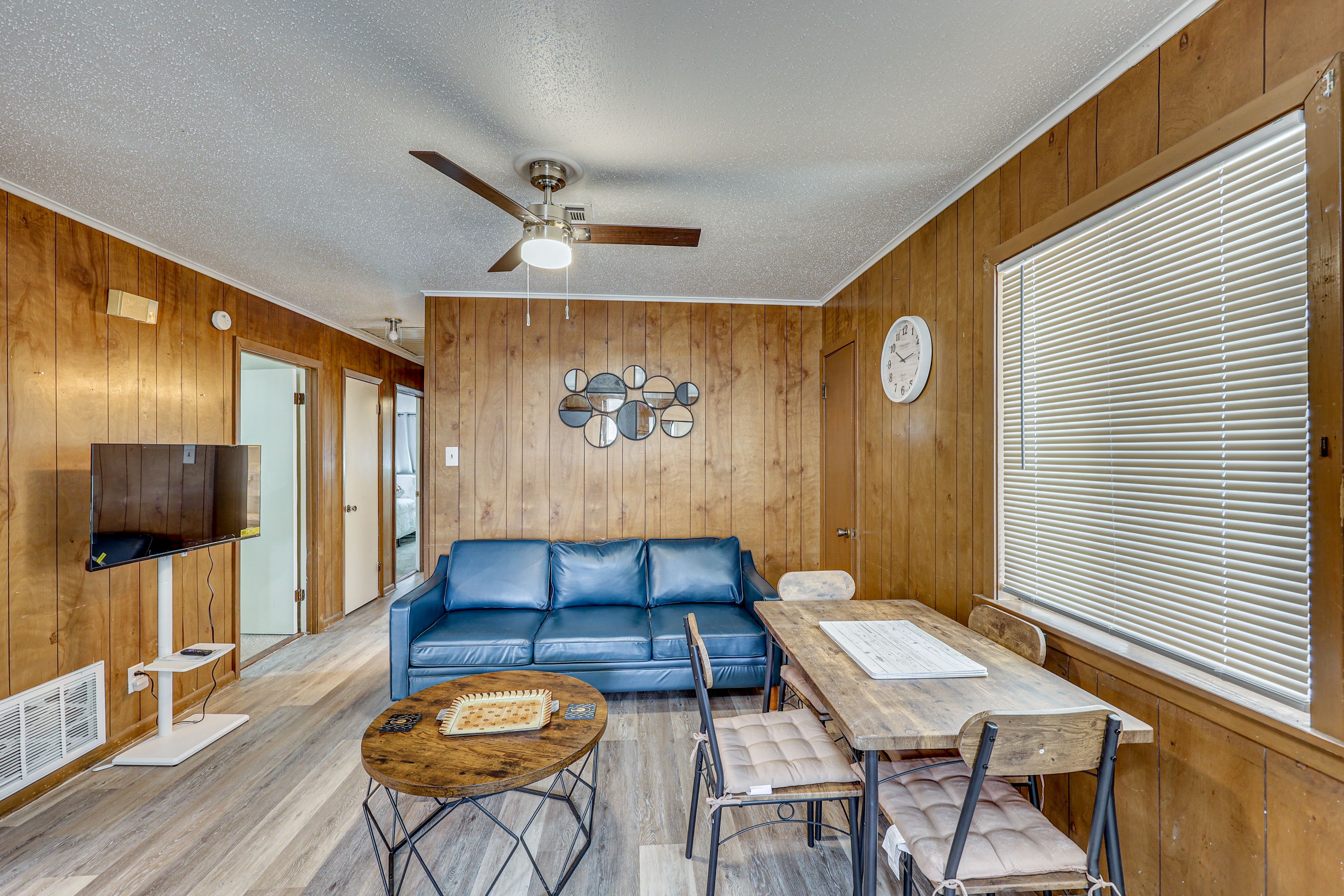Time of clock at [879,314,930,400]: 10:13
